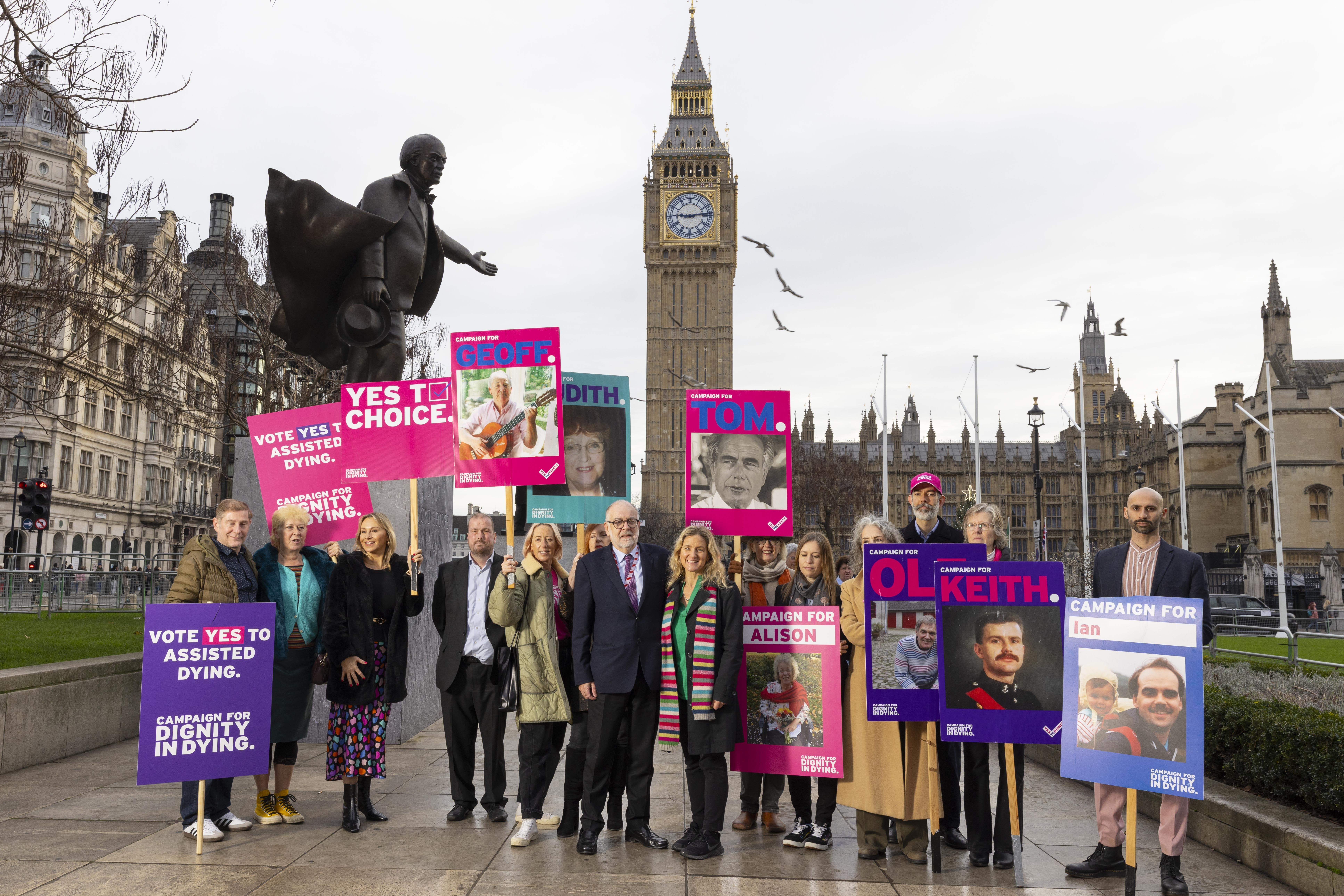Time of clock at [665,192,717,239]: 9:13
